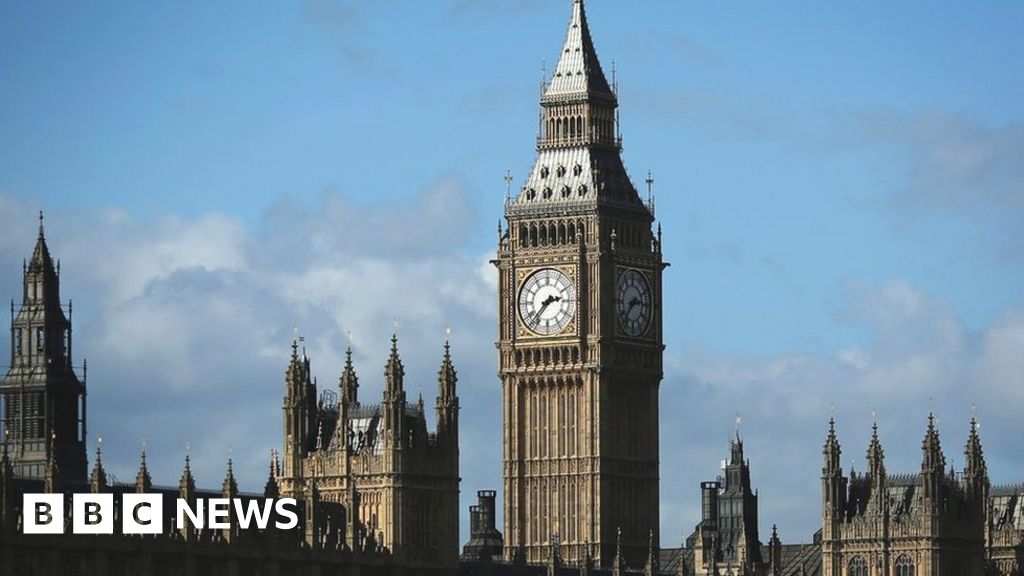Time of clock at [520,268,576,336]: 2:37
